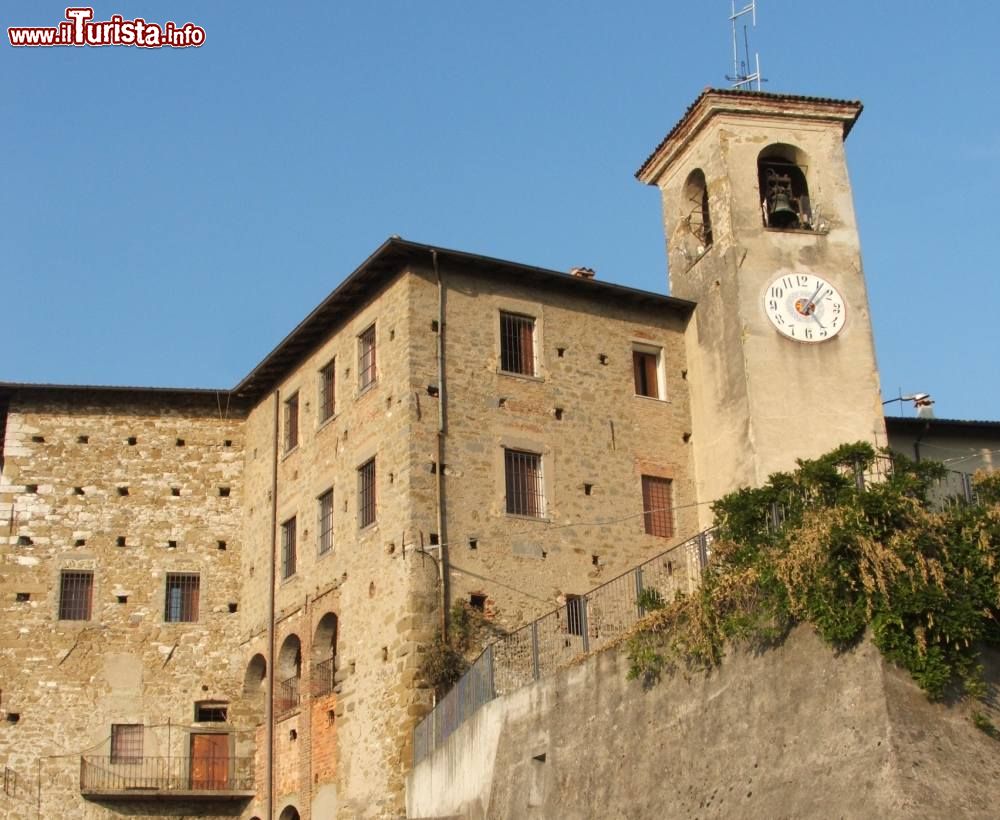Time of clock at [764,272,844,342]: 5:06
